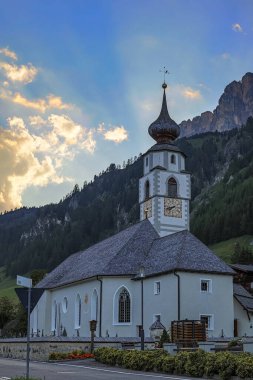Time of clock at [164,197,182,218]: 7:41
